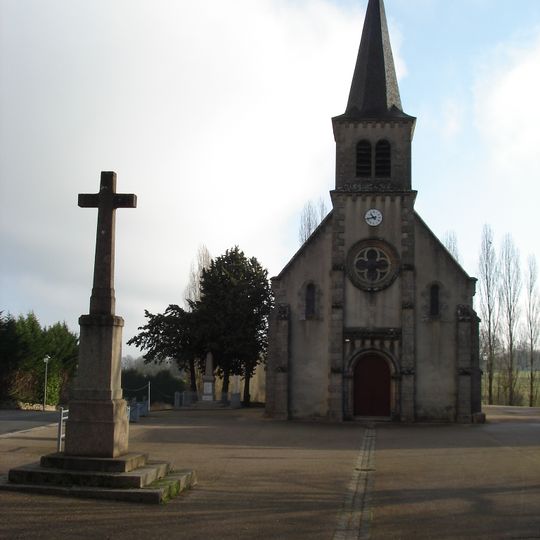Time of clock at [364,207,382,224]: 10:42
